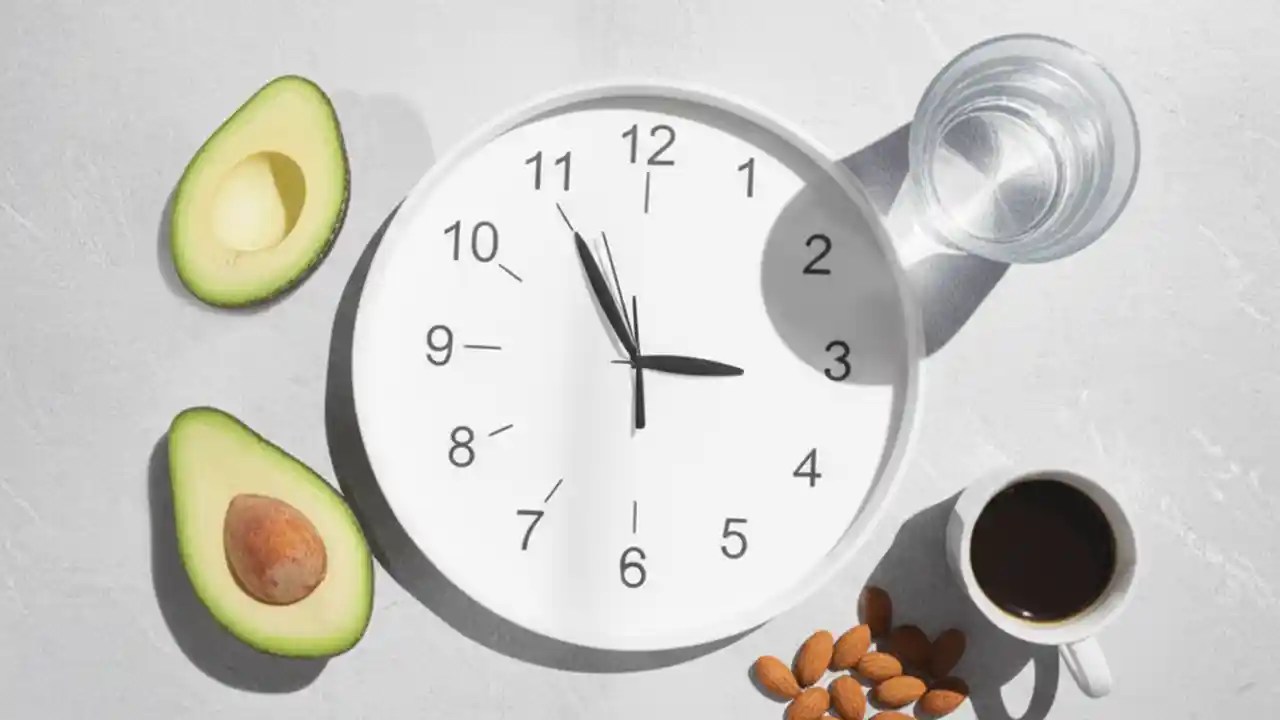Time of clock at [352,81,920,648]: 2:54
